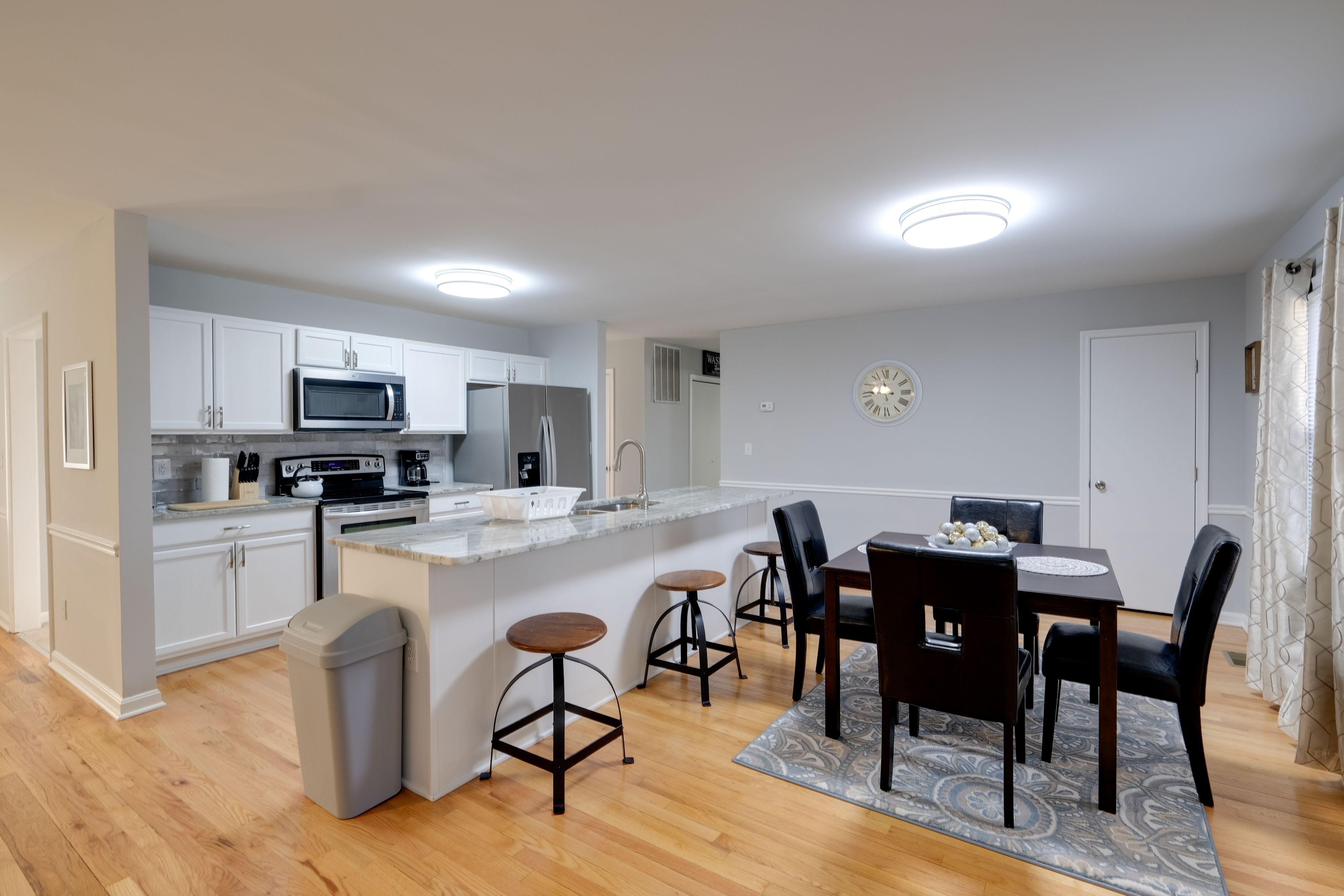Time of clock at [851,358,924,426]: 11:46
